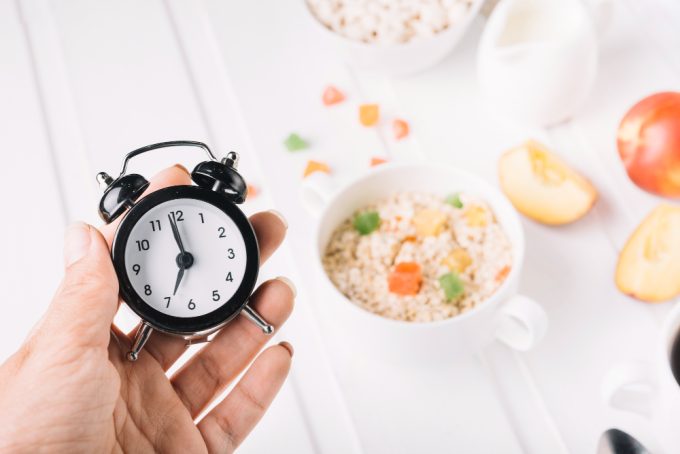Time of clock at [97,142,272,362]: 6:58
